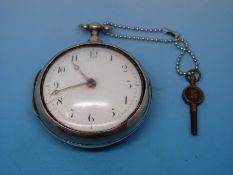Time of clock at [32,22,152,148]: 10:42
